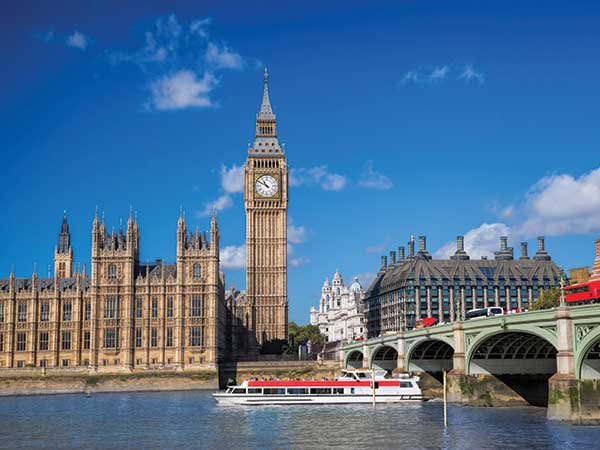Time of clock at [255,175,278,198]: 10:49
